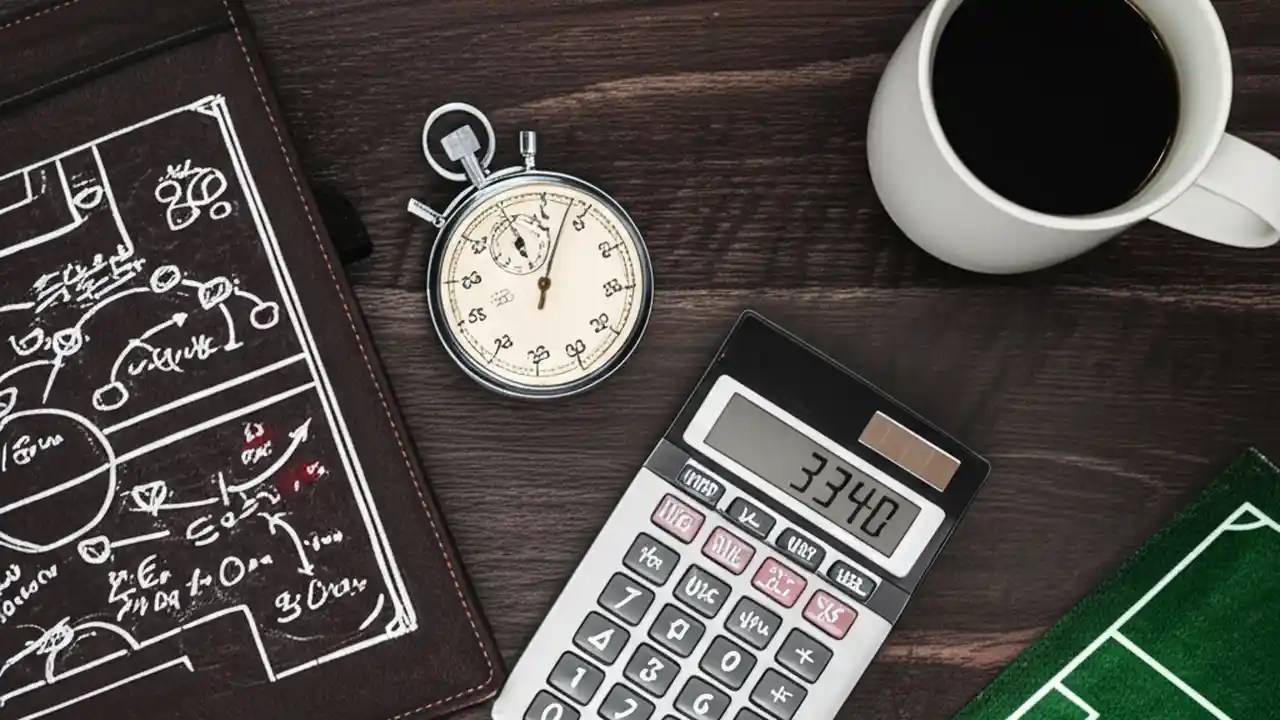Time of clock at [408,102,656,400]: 11:02
